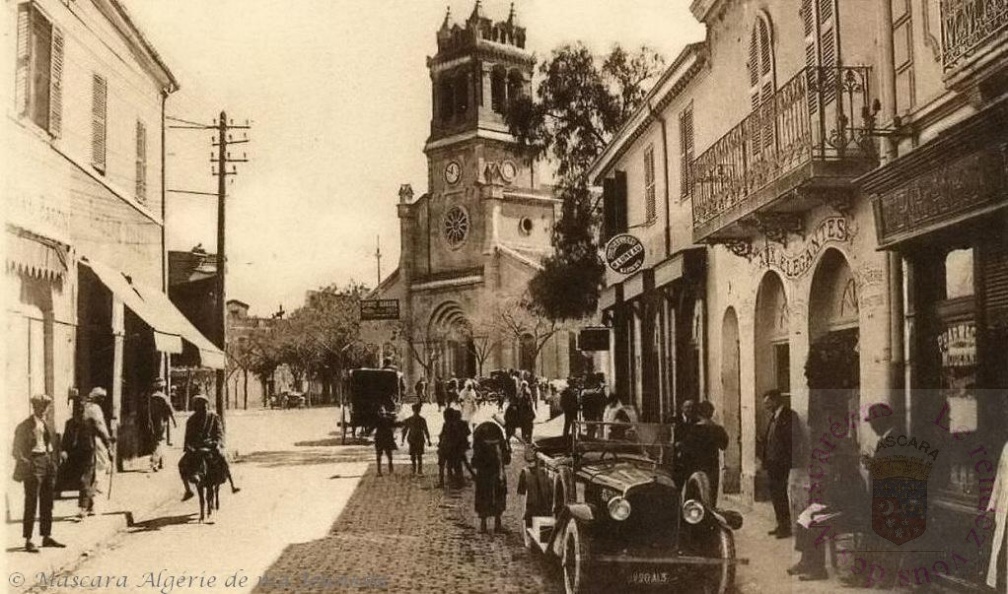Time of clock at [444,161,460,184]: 11:48
